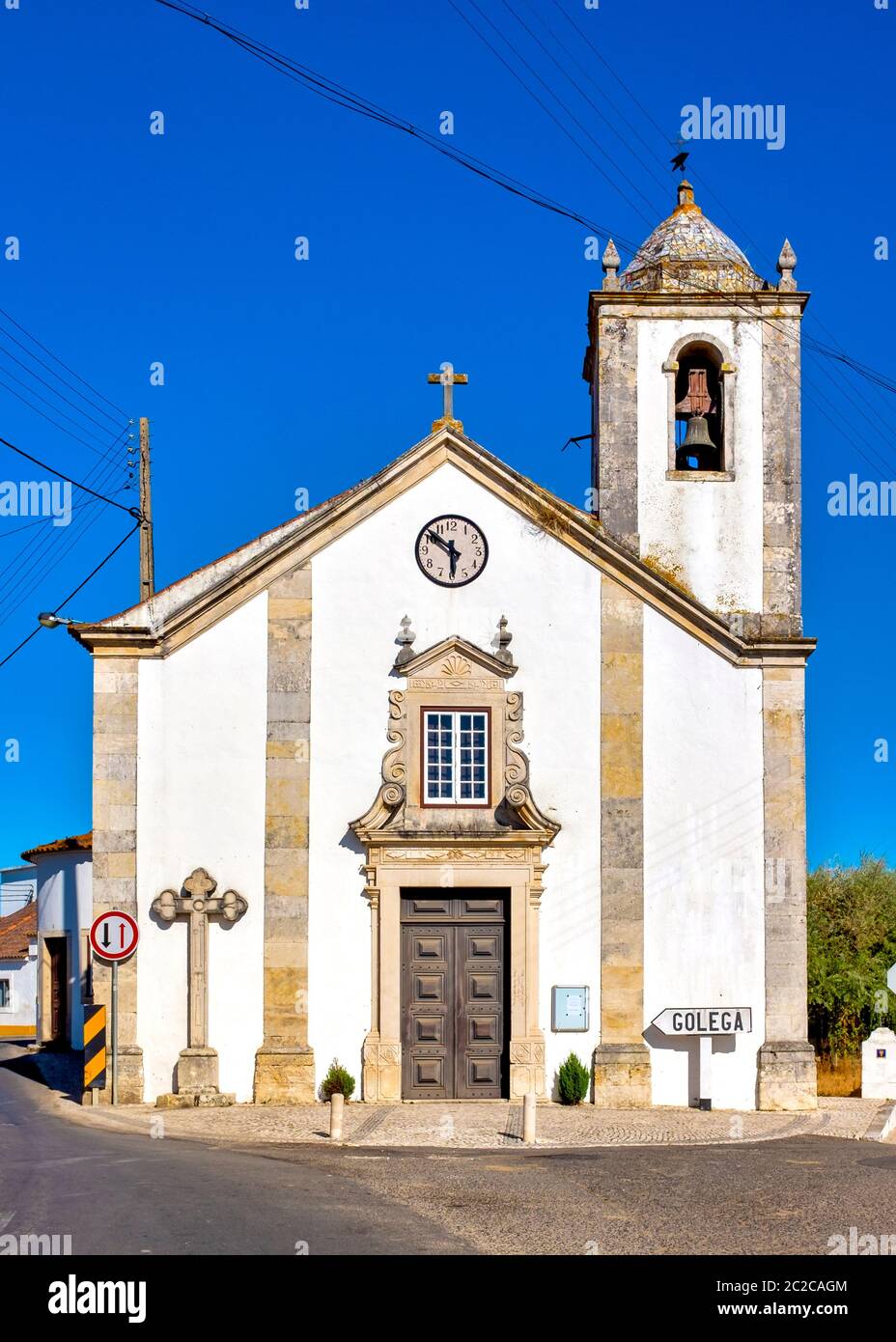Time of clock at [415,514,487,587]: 5:51
